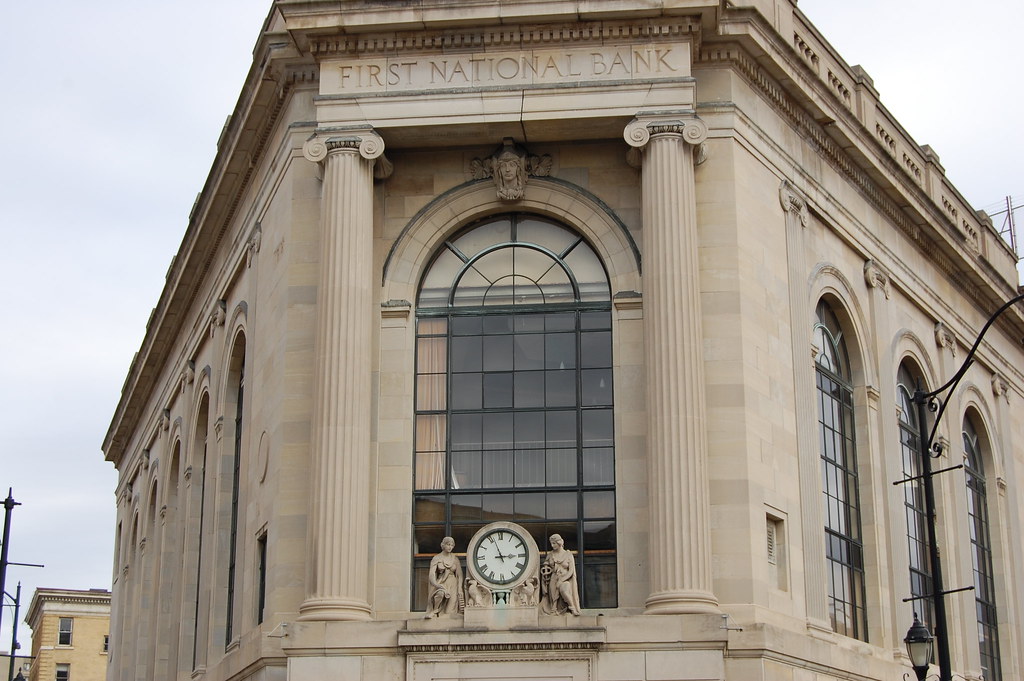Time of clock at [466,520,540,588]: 2:56
